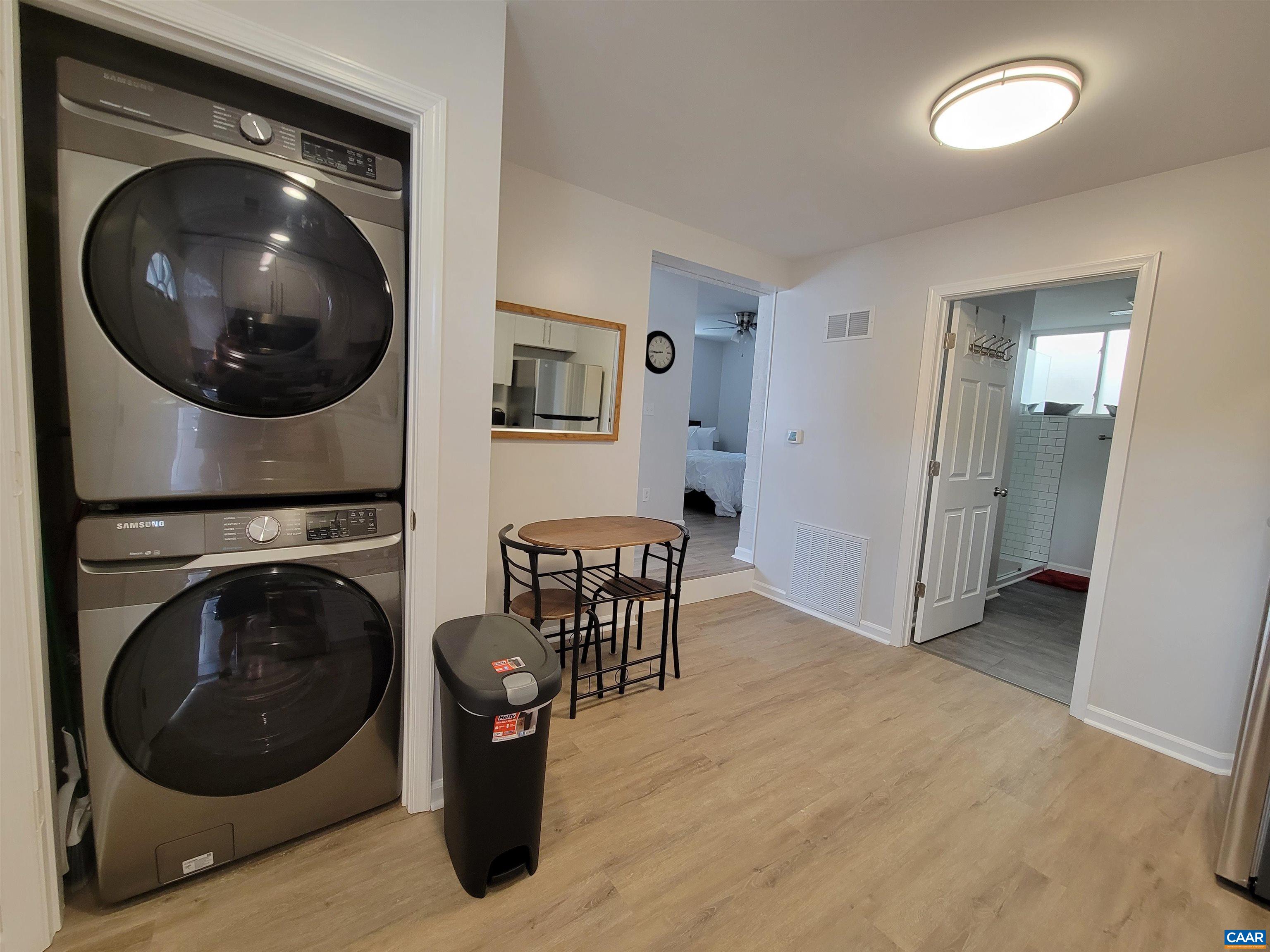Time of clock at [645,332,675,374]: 8:44
